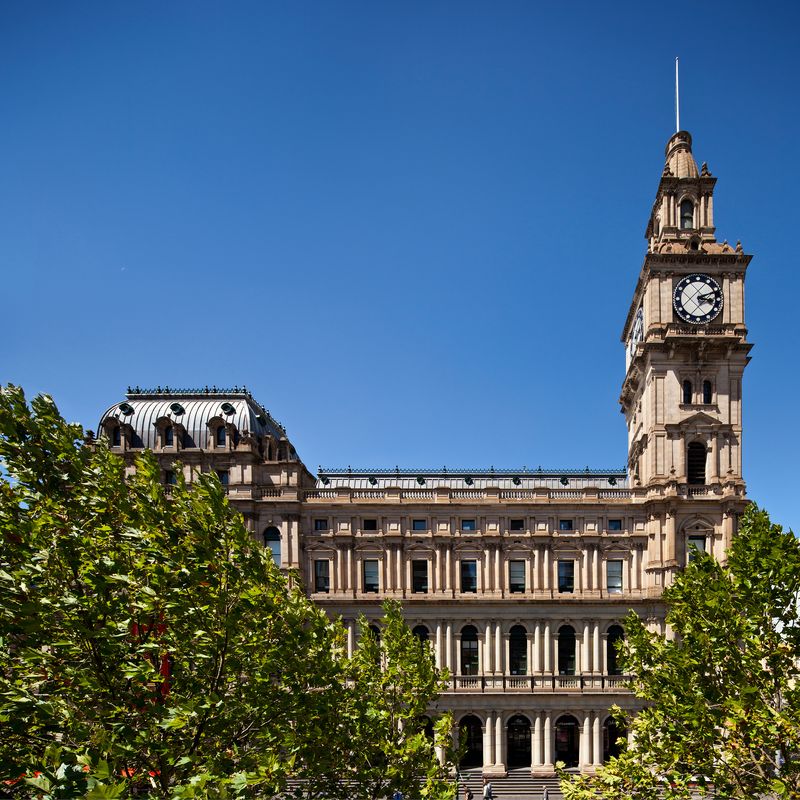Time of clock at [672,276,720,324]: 3:11
